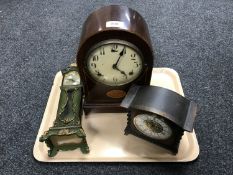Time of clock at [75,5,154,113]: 4:04
